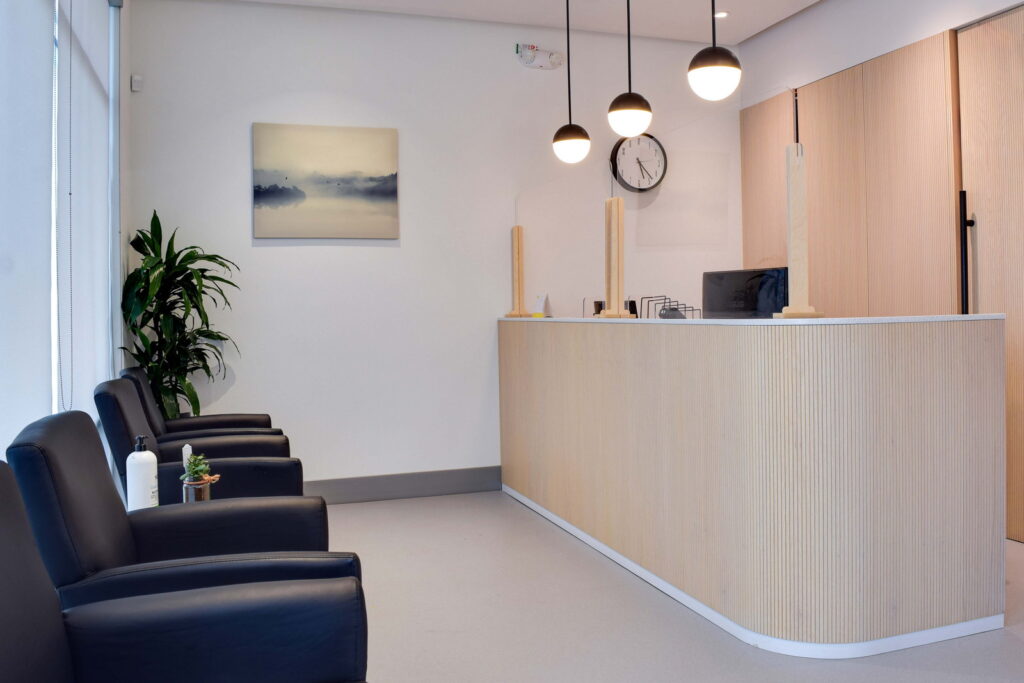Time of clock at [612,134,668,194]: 5:23
